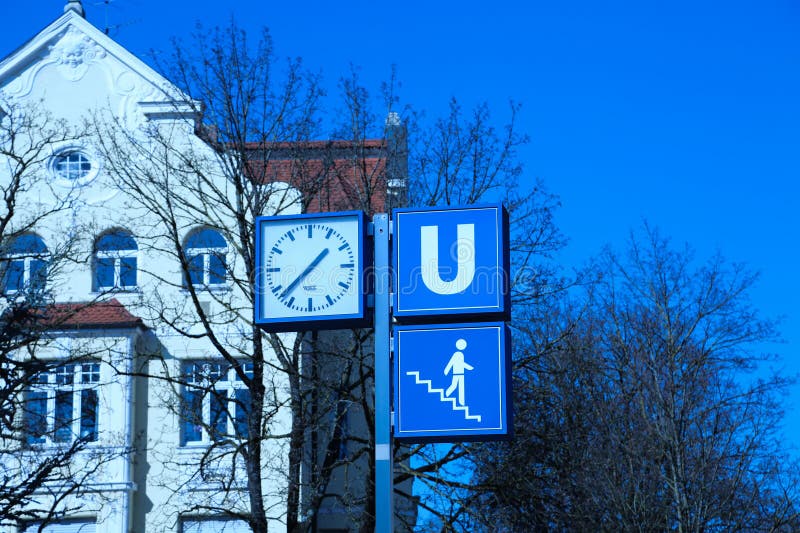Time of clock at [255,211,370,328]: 1:37
